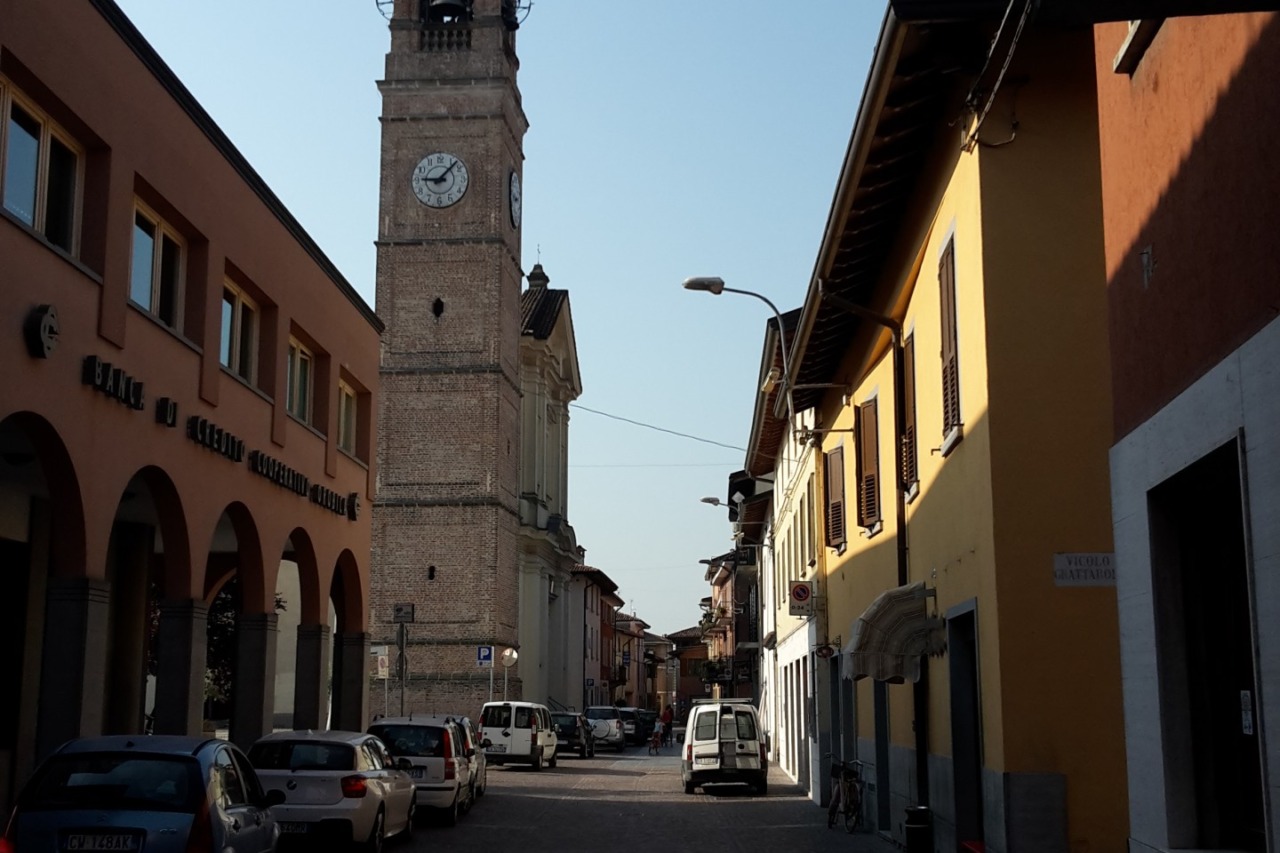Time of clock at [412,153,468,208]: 9:07
